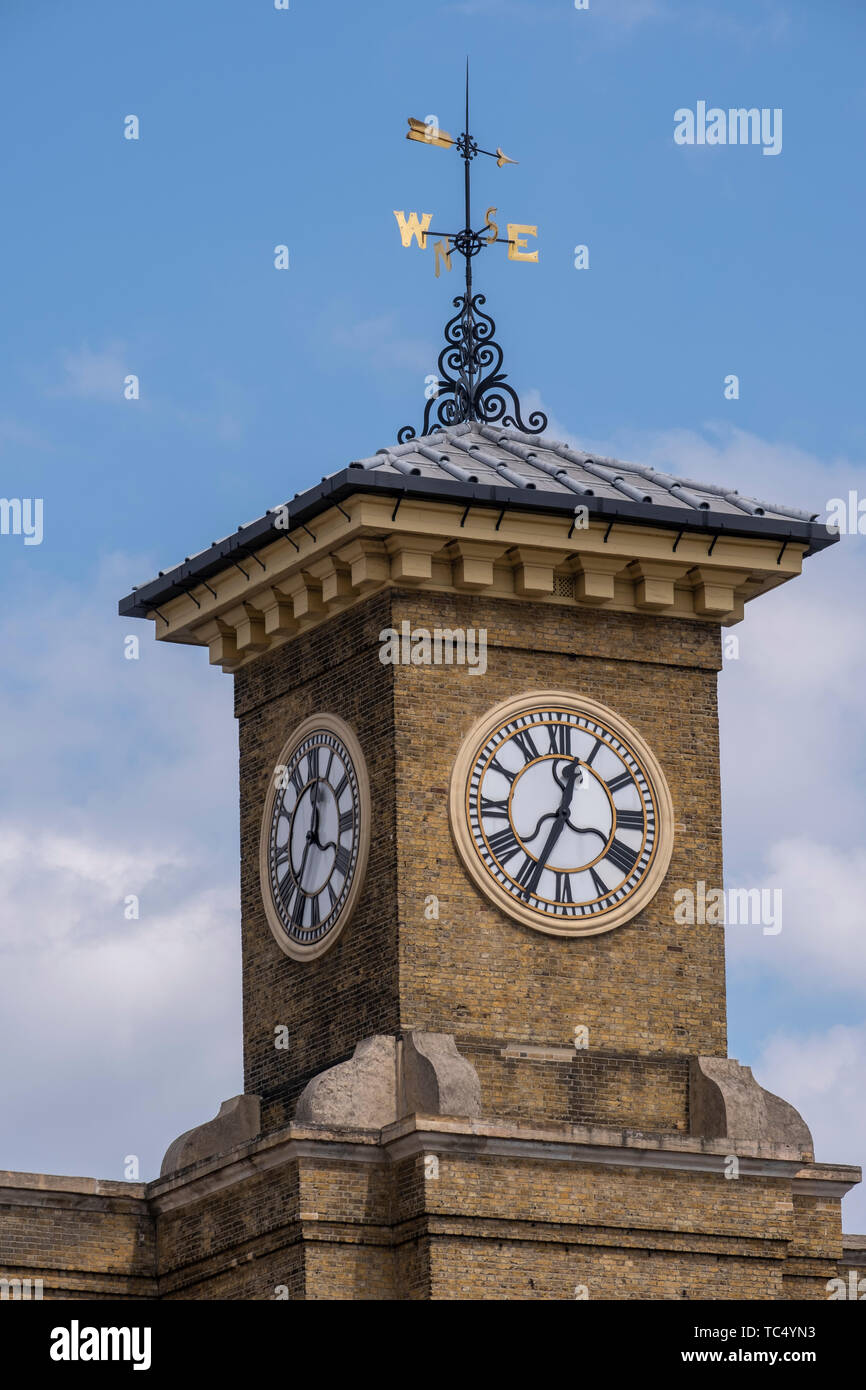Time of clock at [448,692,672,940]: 12:34
